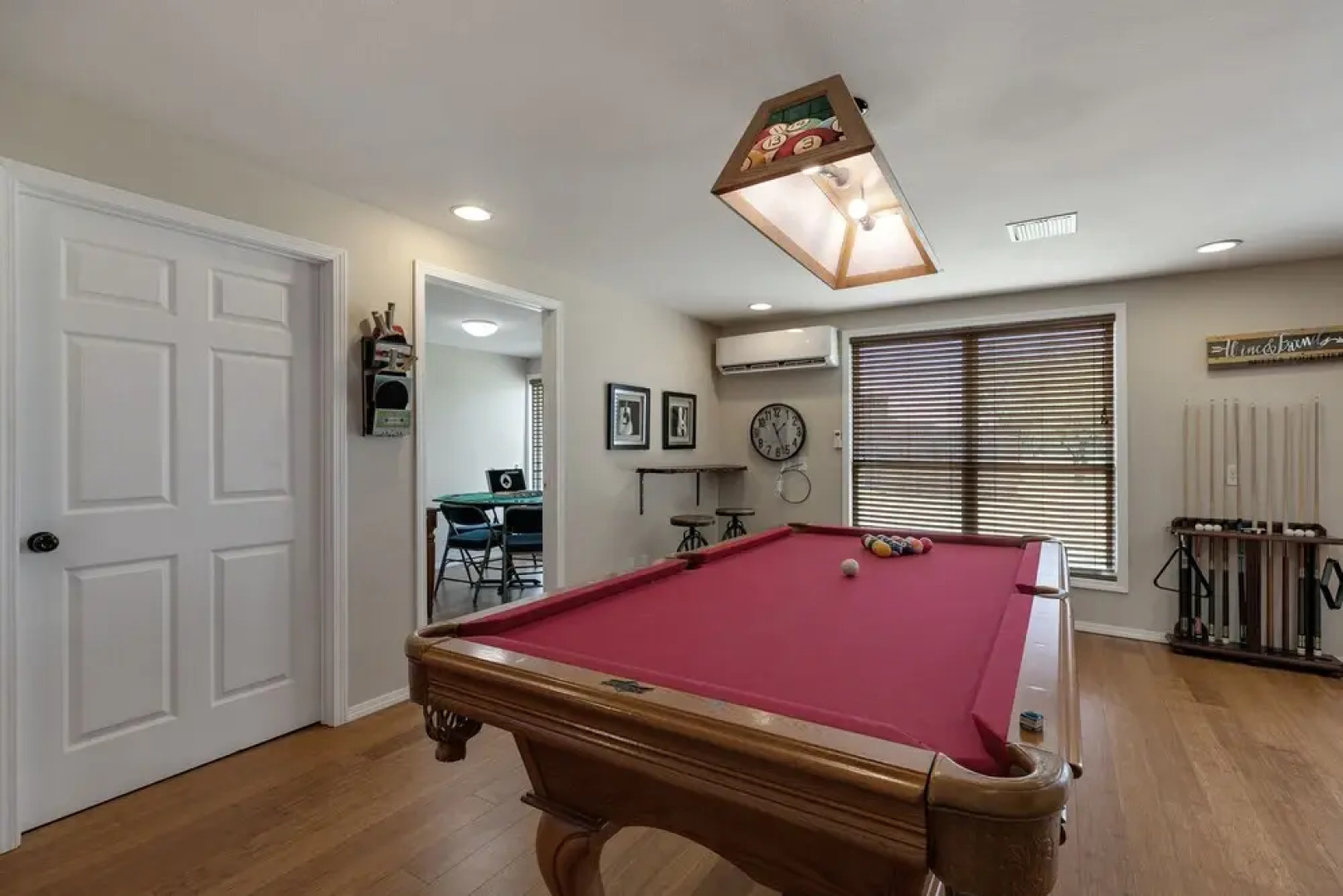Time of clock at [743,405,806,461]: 1:26
